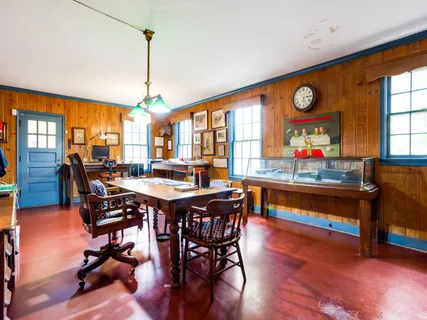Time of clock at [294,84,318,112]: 5:14
